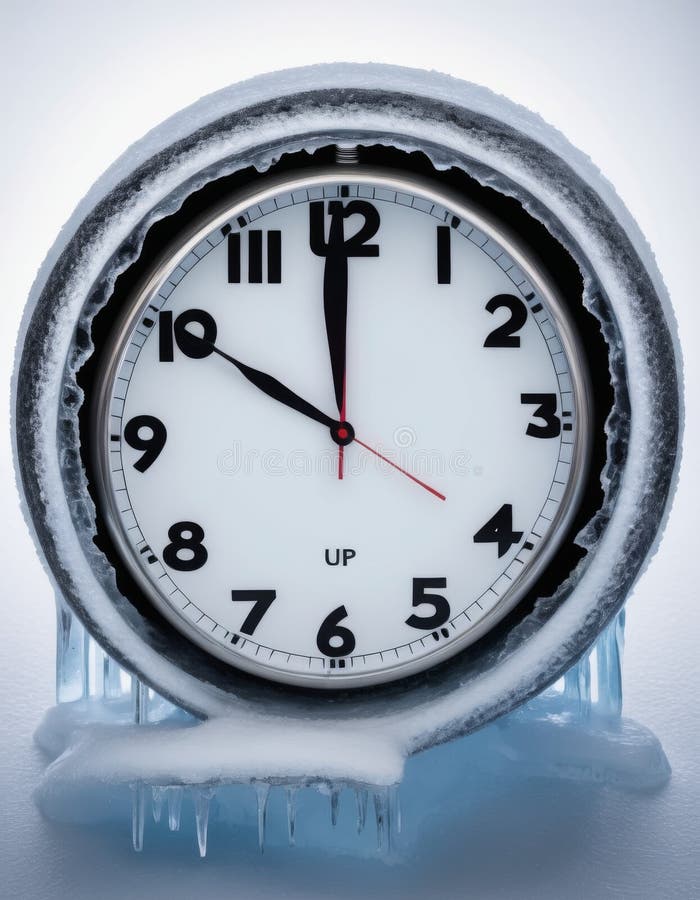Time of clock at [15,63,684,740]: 9:59
